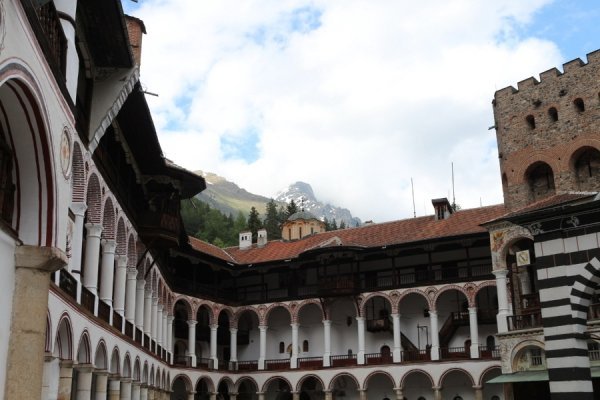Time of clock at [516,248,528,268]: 4:52
